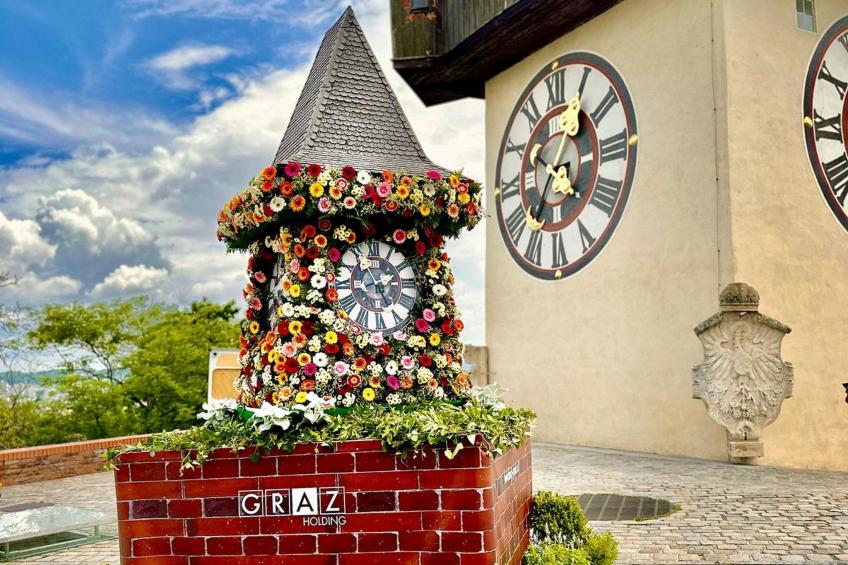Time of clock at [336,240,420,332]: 2:25
